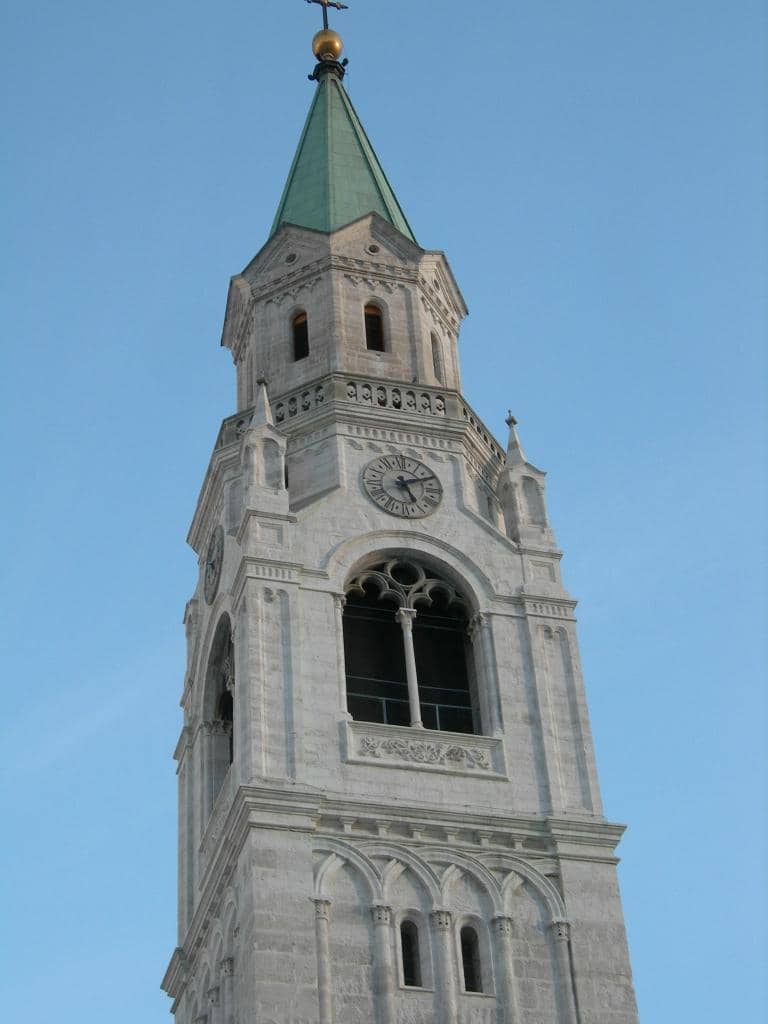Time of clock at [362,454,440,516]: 5:11
